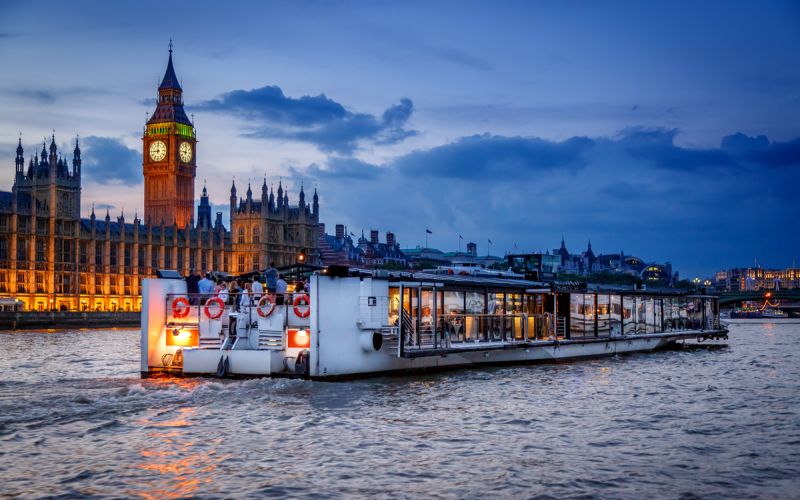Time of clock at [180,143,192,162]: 9:01
